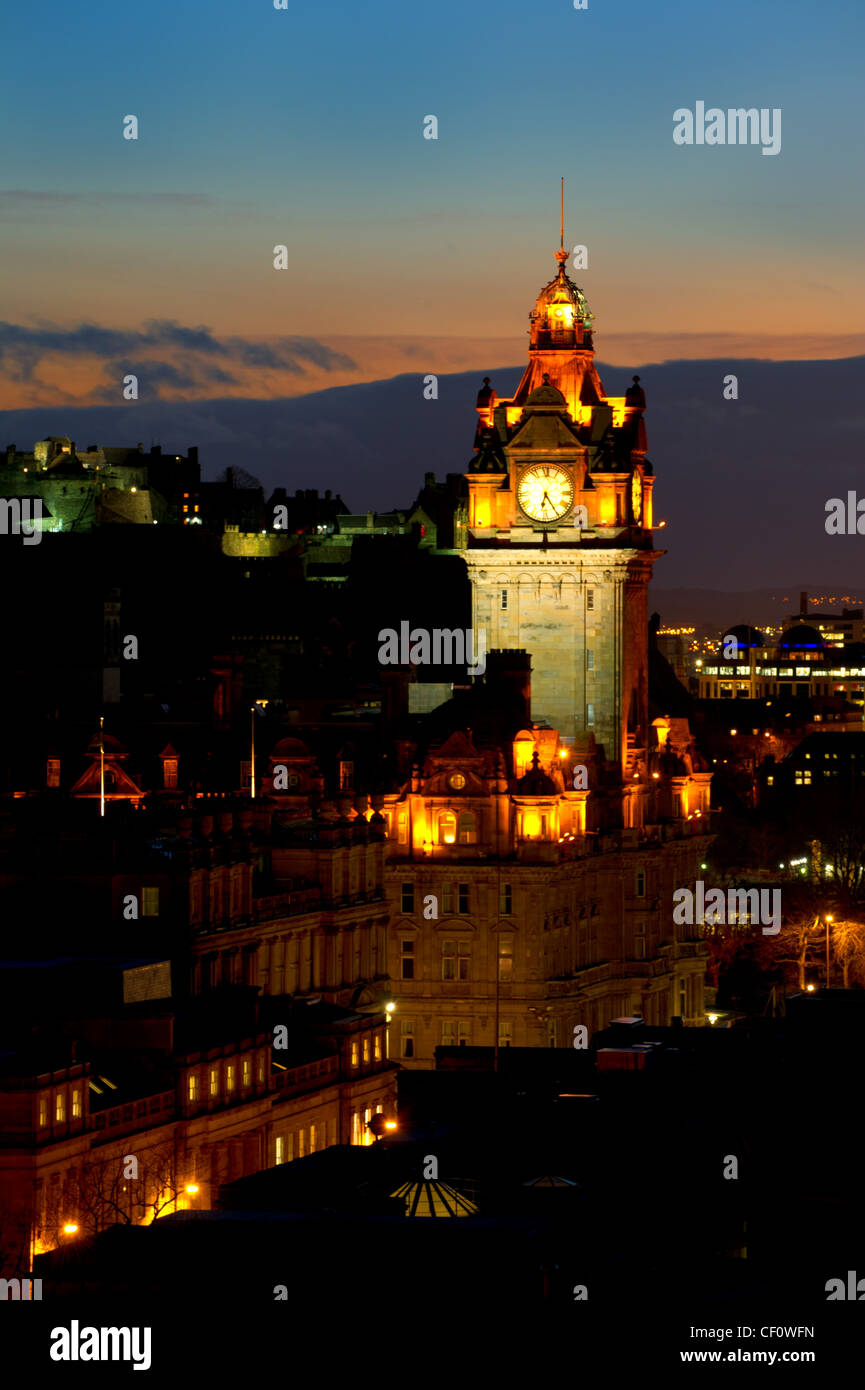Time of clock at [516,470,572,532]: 6:25
